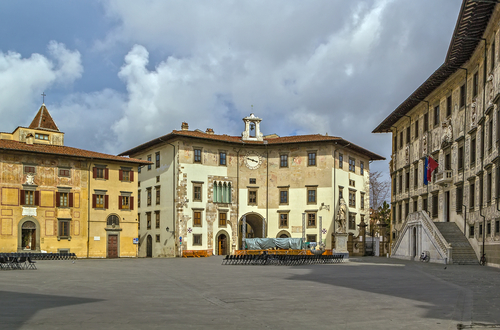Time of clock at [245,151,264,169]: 3:48
